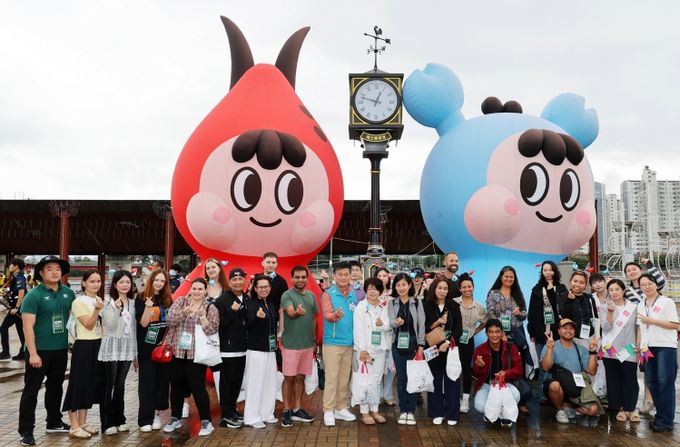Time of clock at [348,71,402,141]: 12:47
